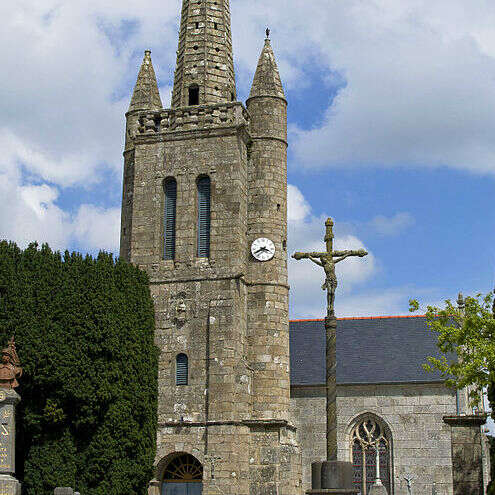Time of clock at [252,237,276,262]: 3:40
